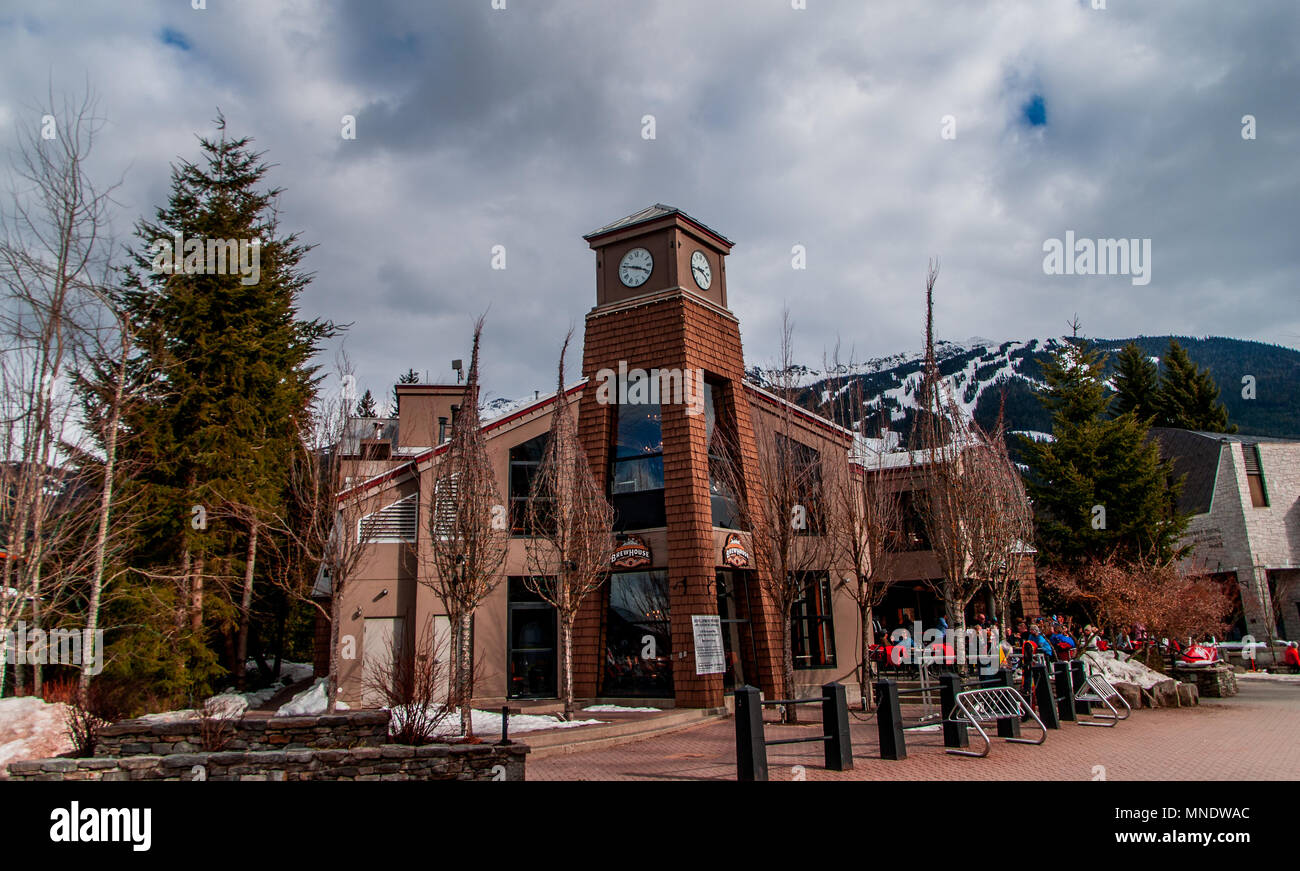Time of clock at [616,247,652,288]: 3:47
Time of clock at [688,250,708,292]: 3:43
